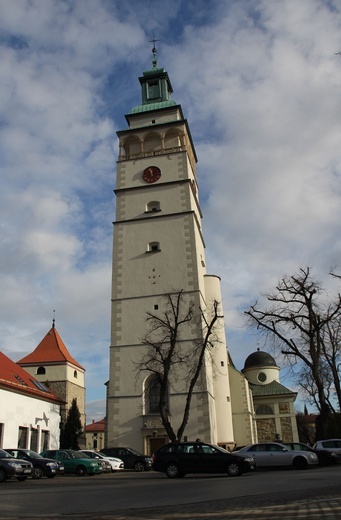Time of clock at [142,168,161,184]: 11:35
